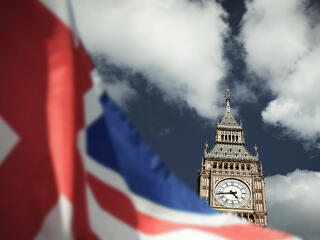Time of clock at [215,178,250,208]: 4:43
